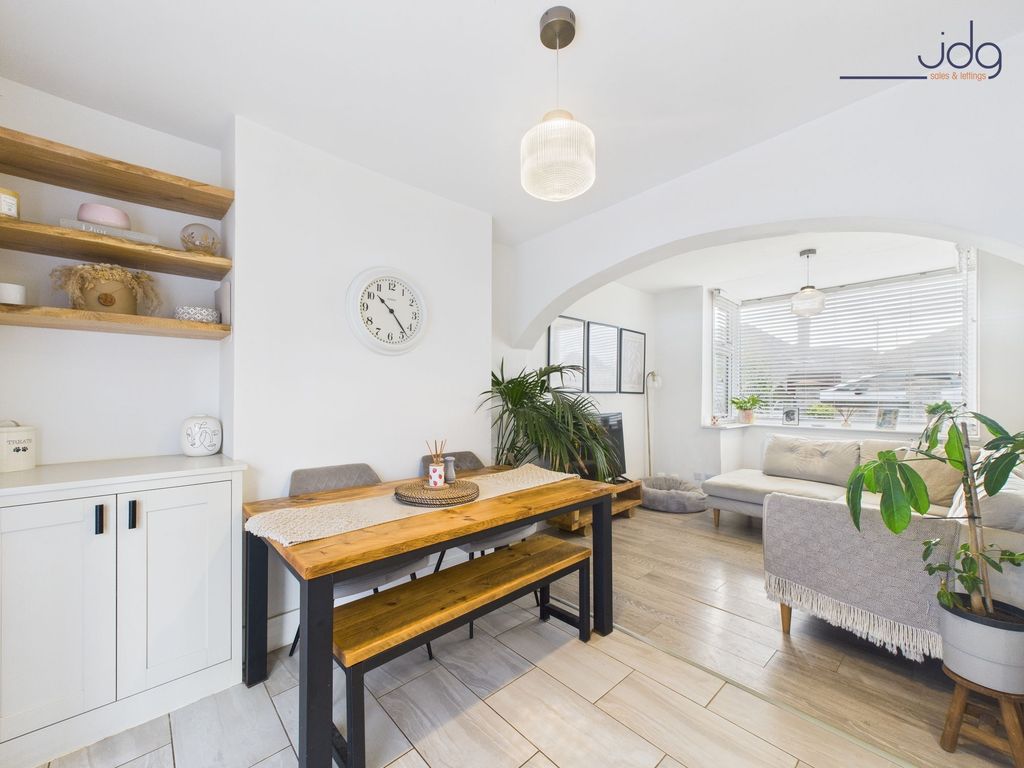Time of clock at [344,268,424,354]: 10:23
